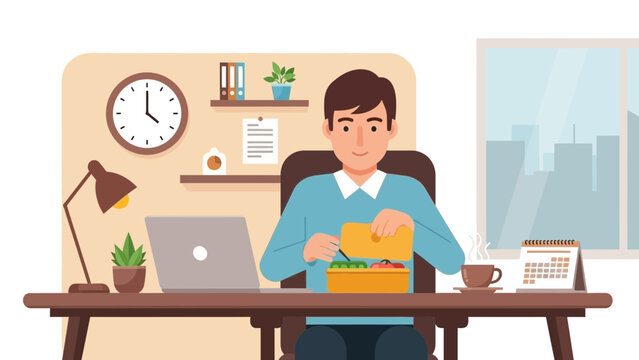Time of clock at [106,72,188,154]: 4:00
